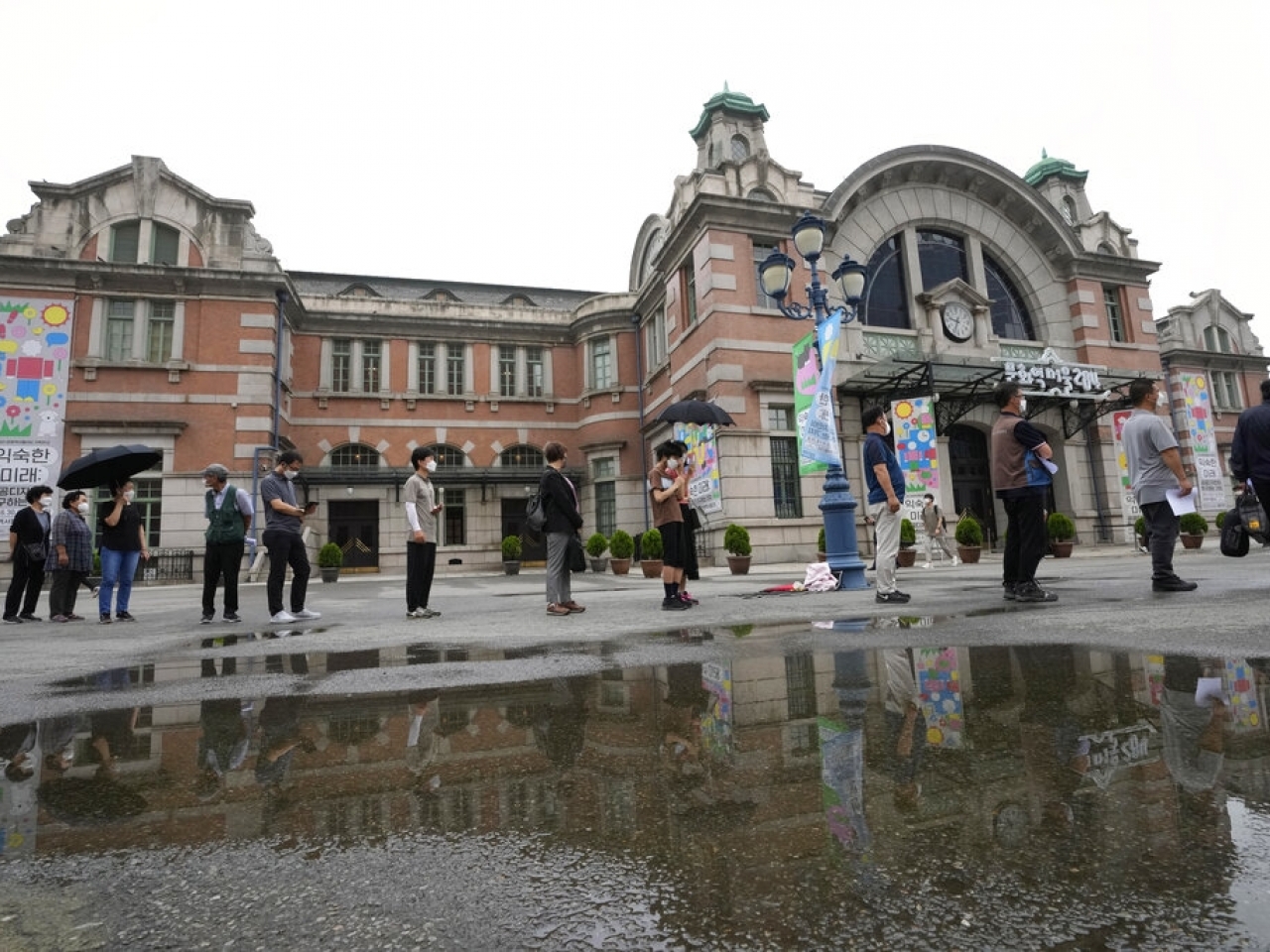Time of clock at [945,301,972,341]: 9:33
